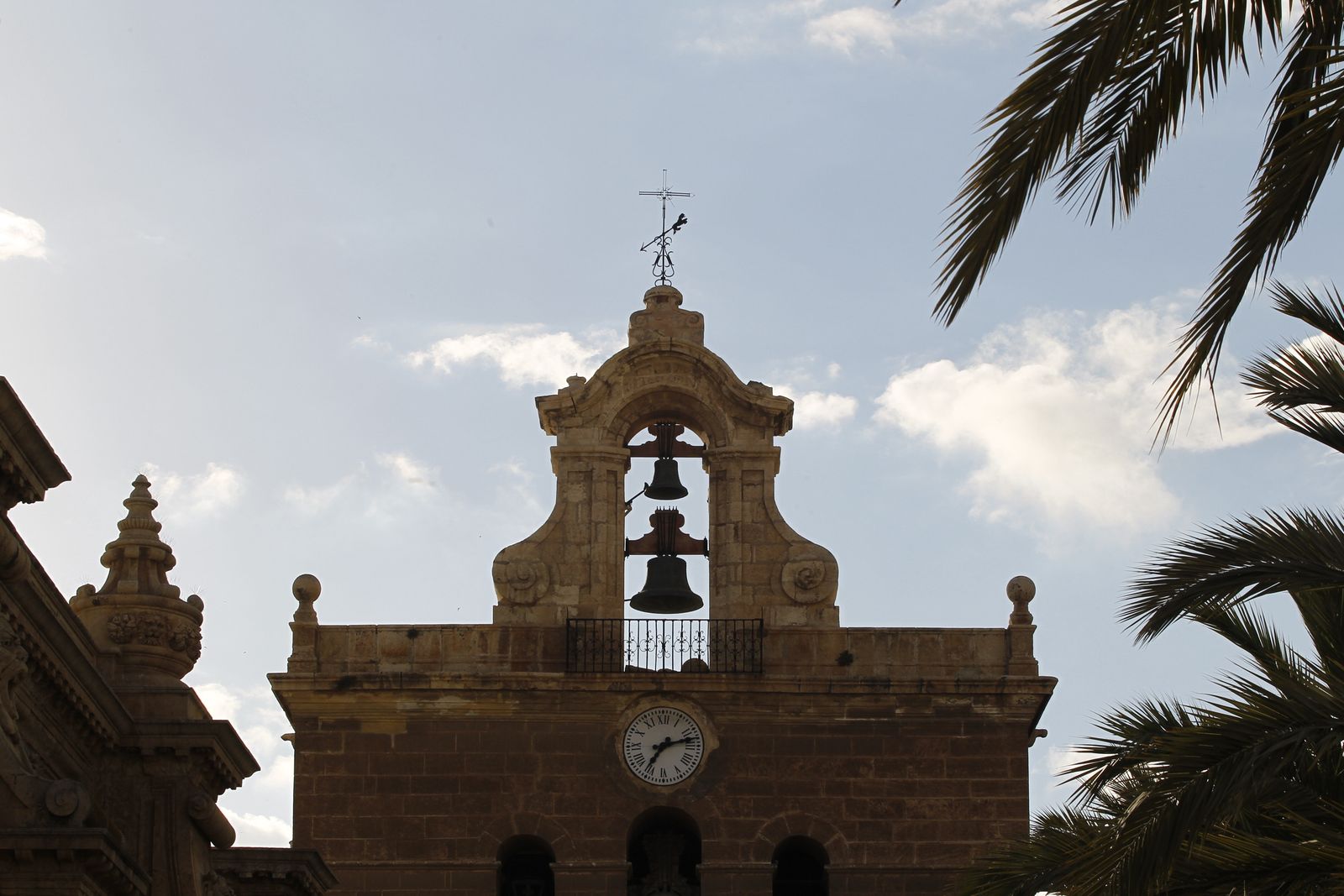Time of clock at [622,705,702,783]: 7:12
